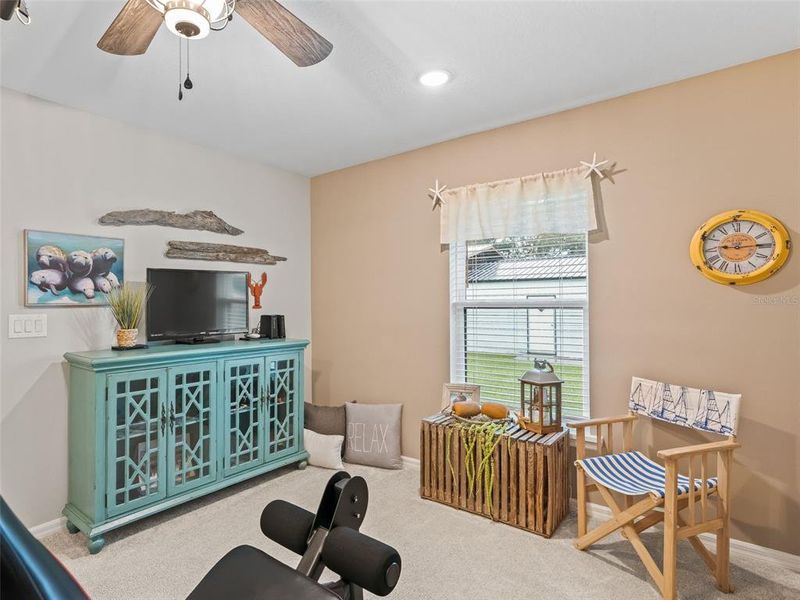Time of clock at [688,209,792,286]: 9:14
